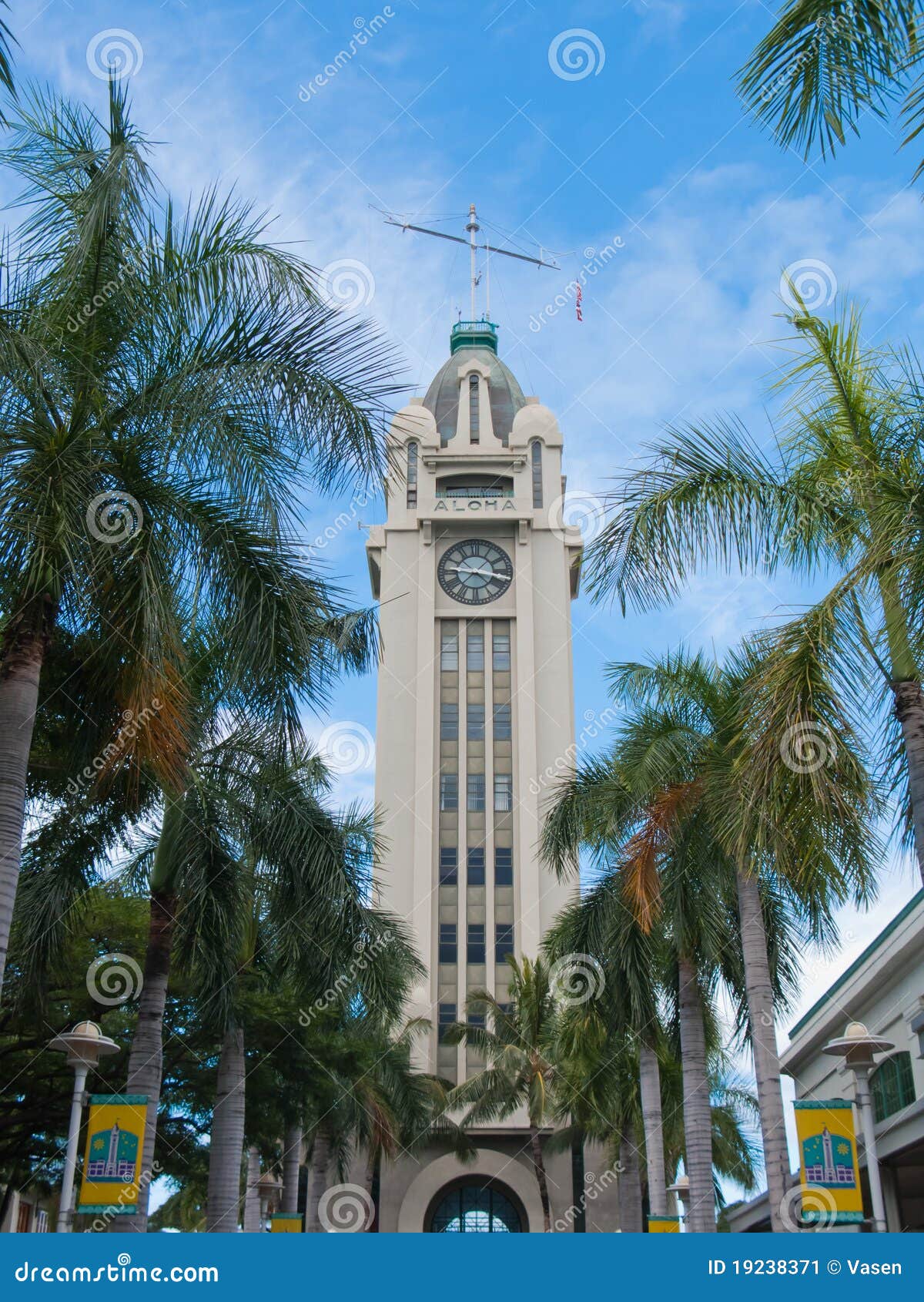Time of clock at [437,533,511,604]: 9:17
